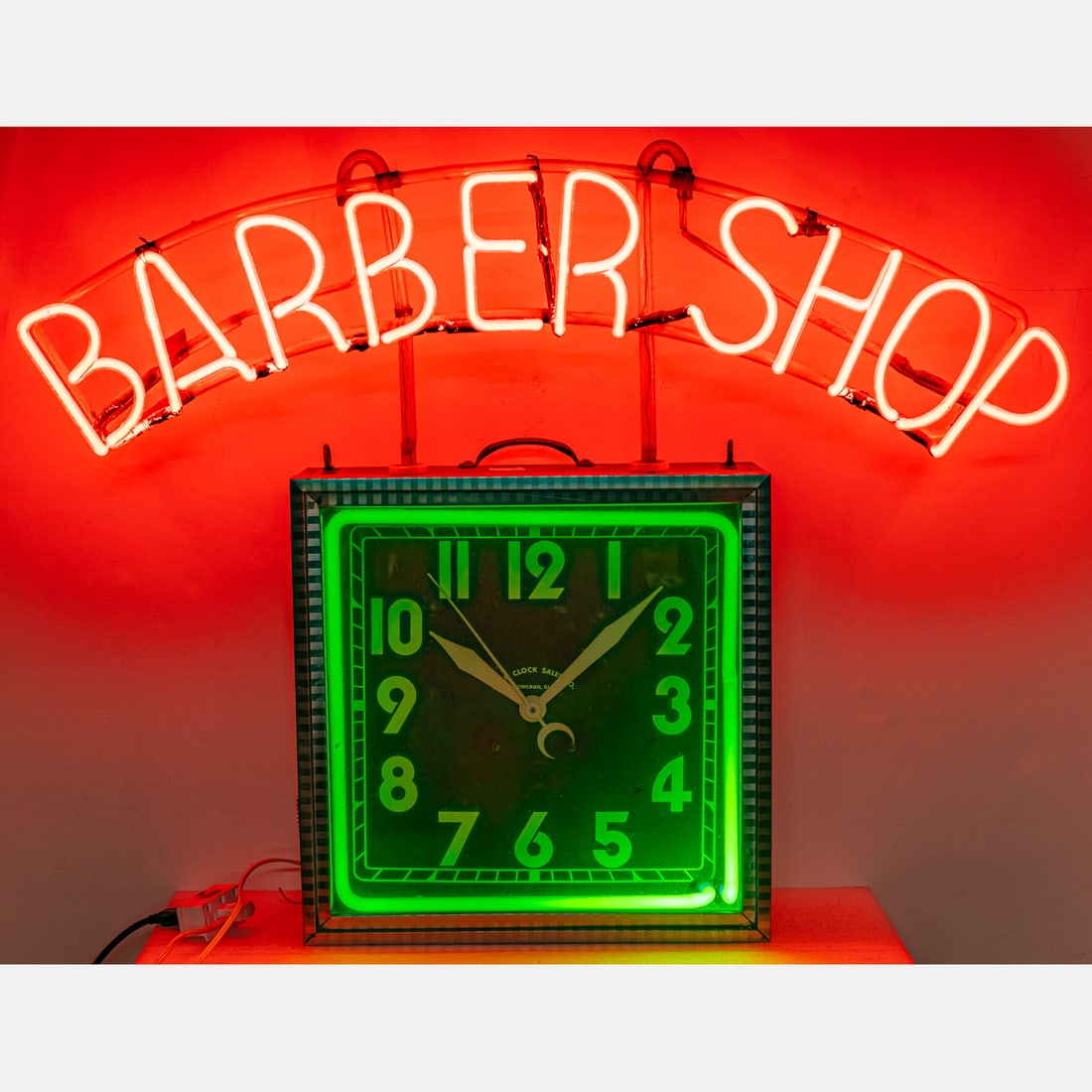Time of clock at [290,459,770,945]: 10:07
